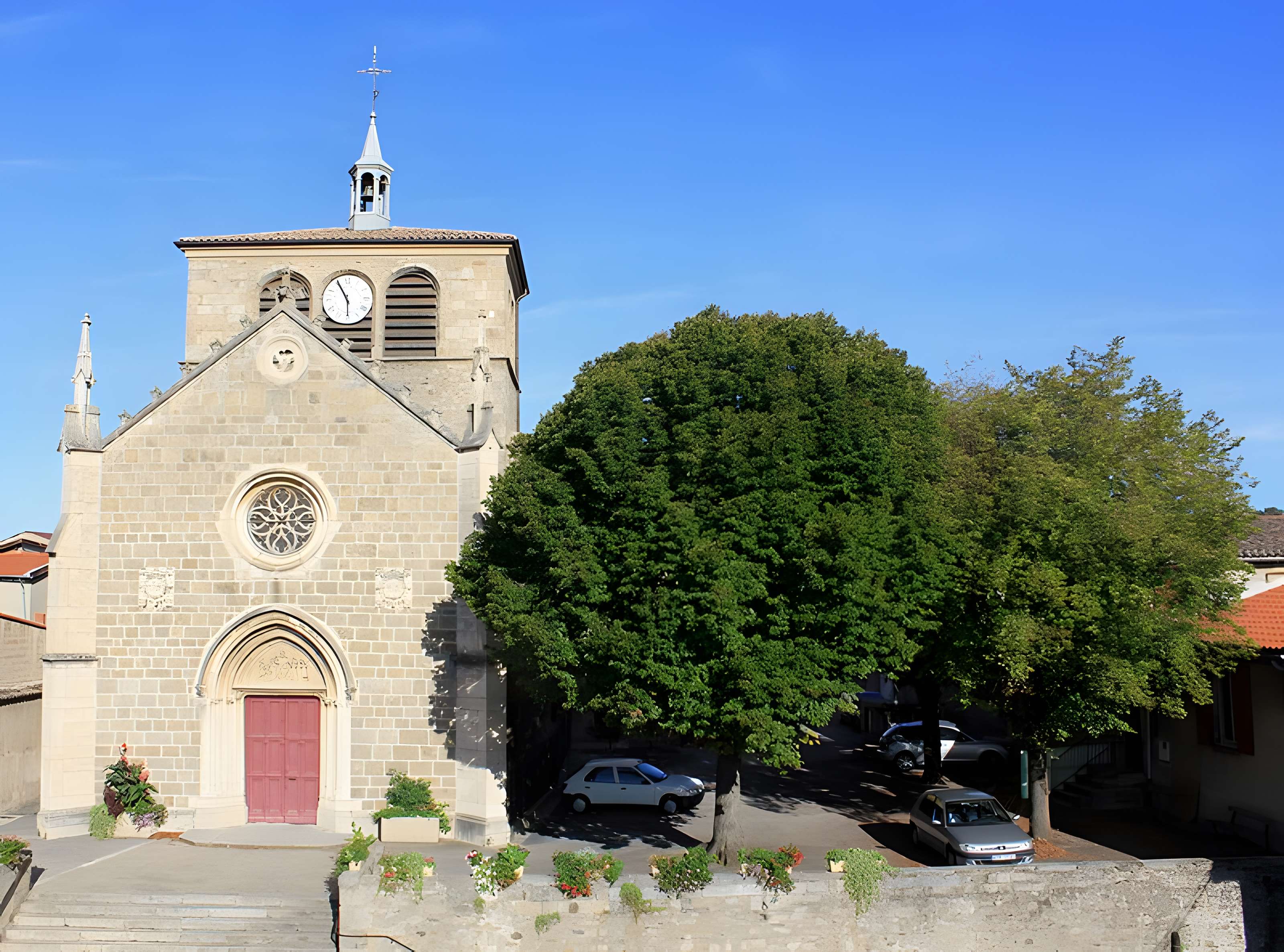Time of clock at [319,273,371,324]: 5:55
